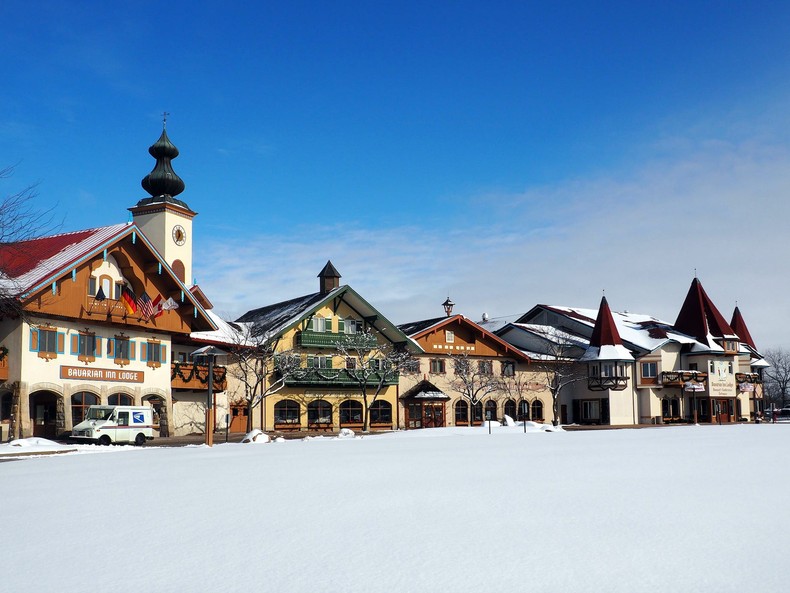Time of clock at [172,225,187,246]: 11:35
